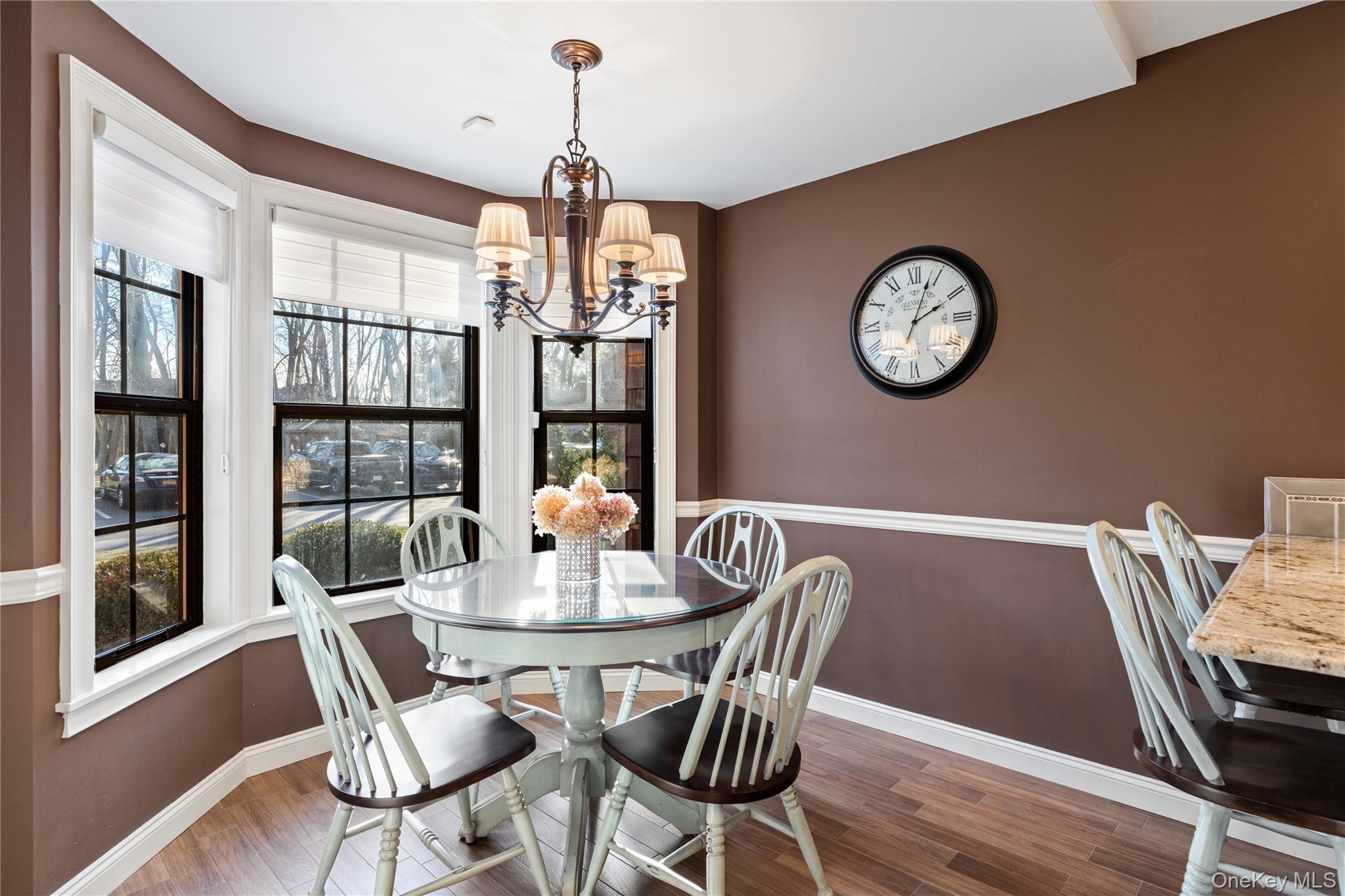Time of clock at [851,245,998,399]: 2:03
